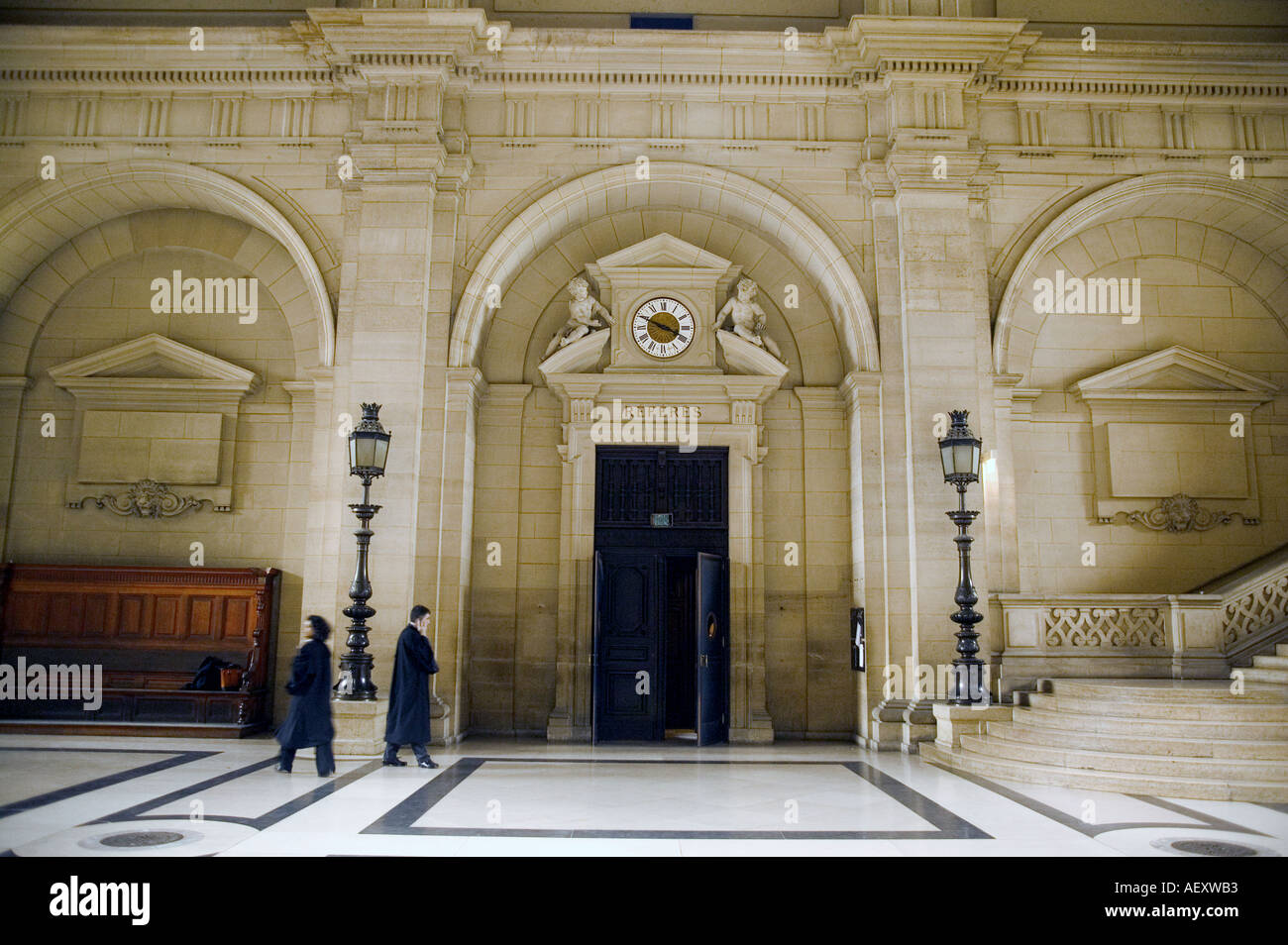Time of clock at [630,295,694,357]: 3:48
